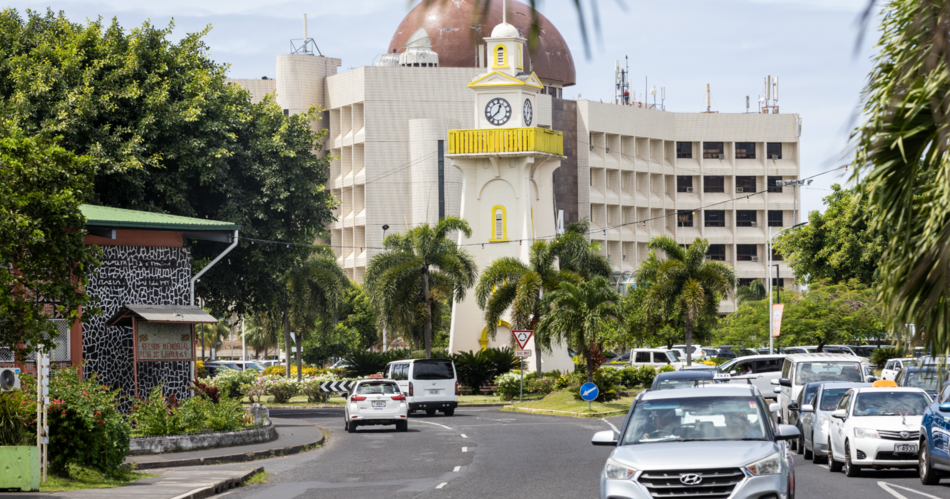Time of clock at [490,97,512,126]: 12:38
